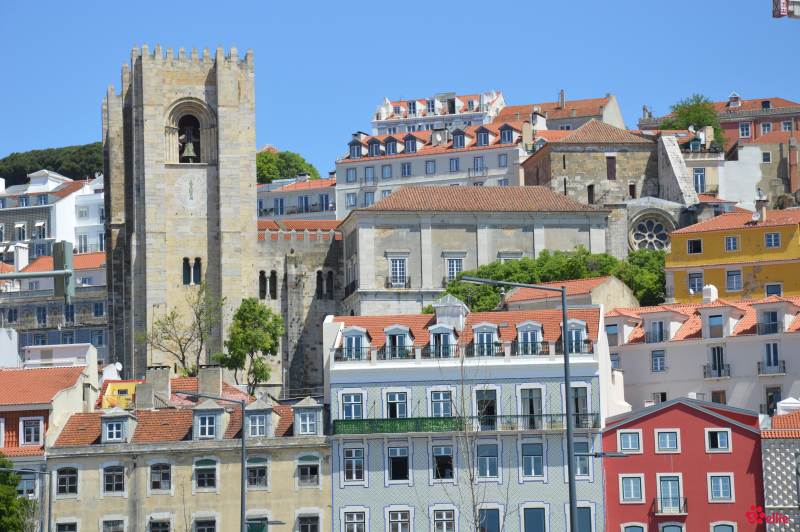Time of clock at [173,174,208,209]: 5:59
